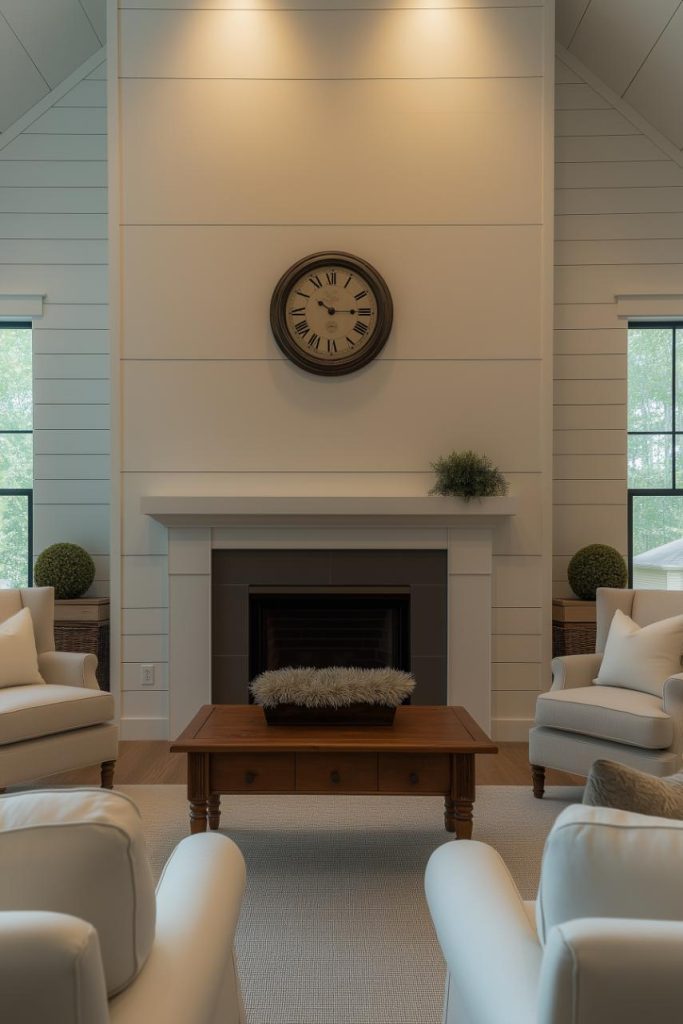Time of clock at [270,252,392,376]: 10:14
